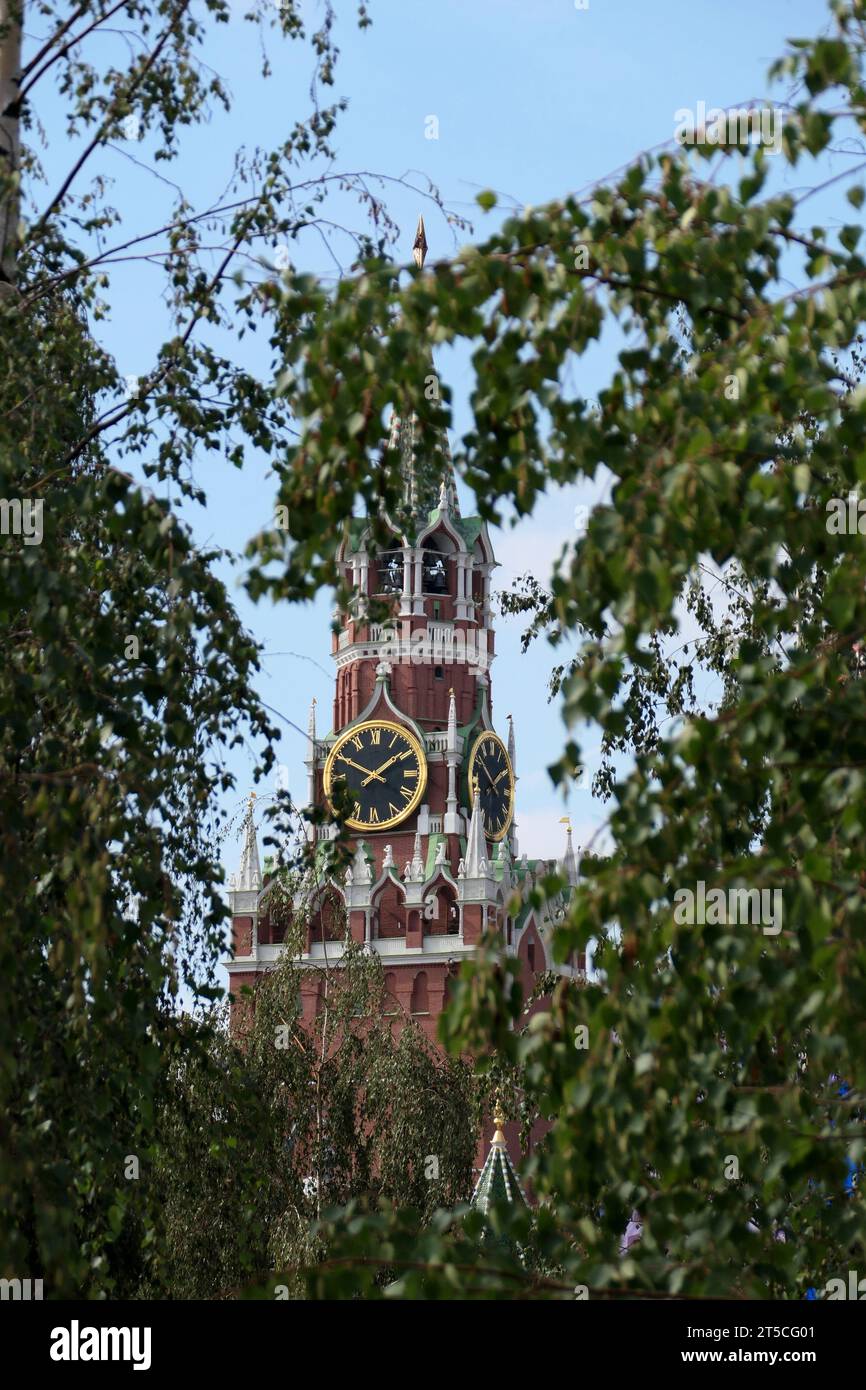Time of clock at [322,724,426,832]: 1:49
